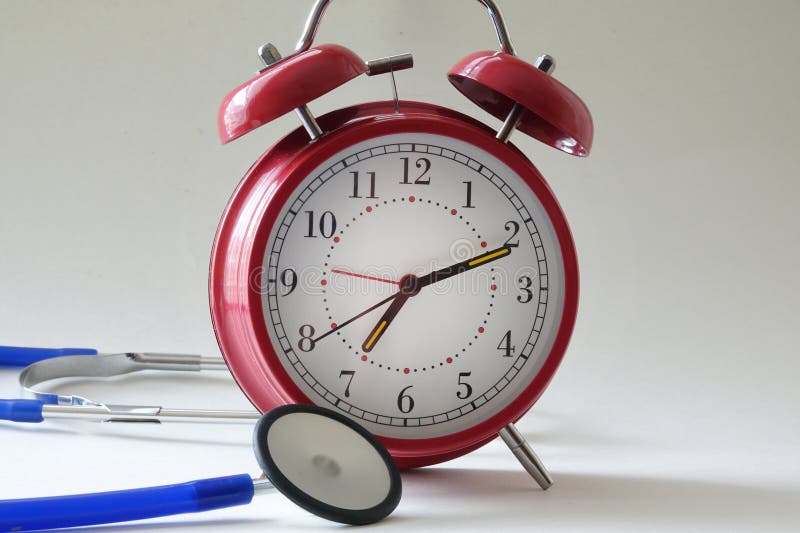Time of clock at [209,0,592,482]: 7:11
